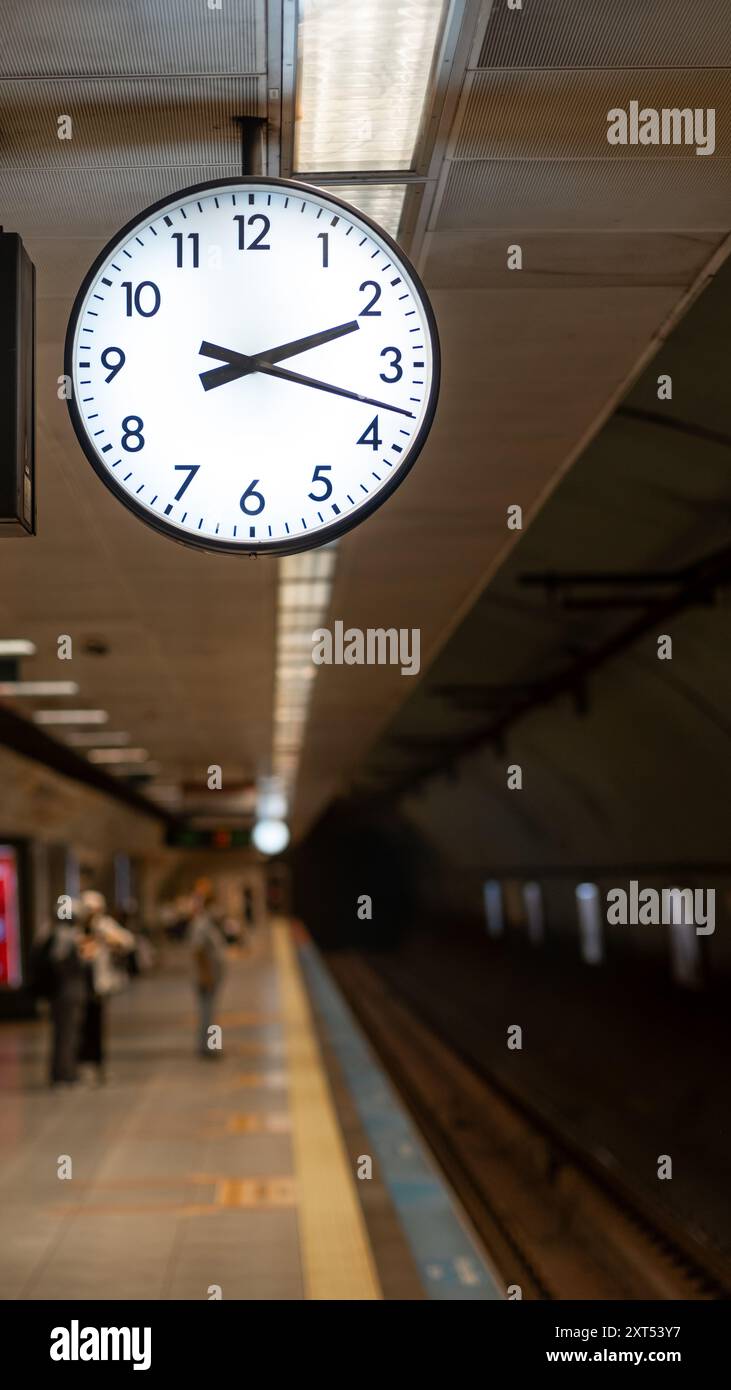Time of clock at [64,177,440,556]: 2:17
